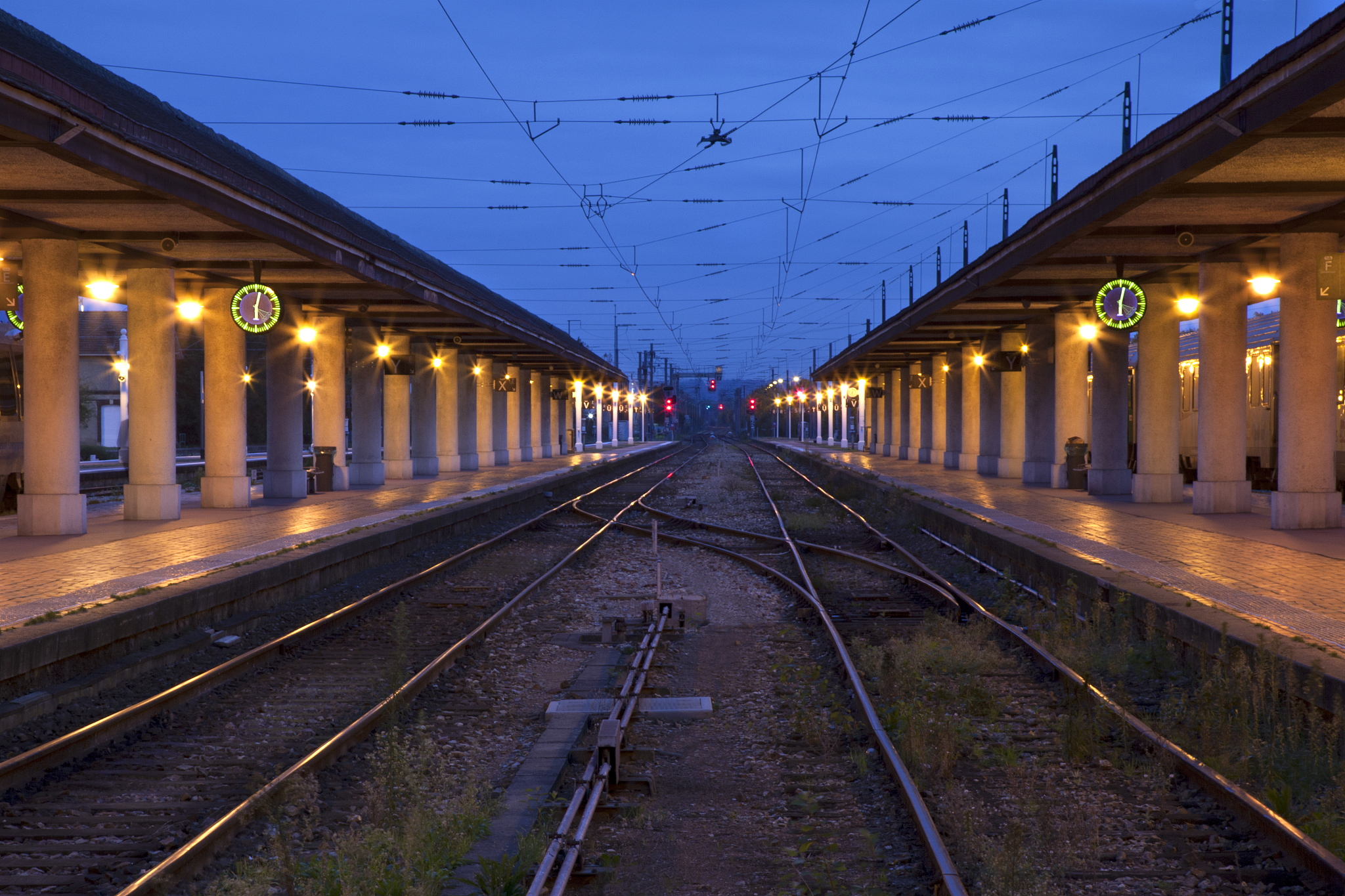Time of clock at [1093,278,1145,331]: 6:02
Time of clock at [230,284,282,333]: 6:02
